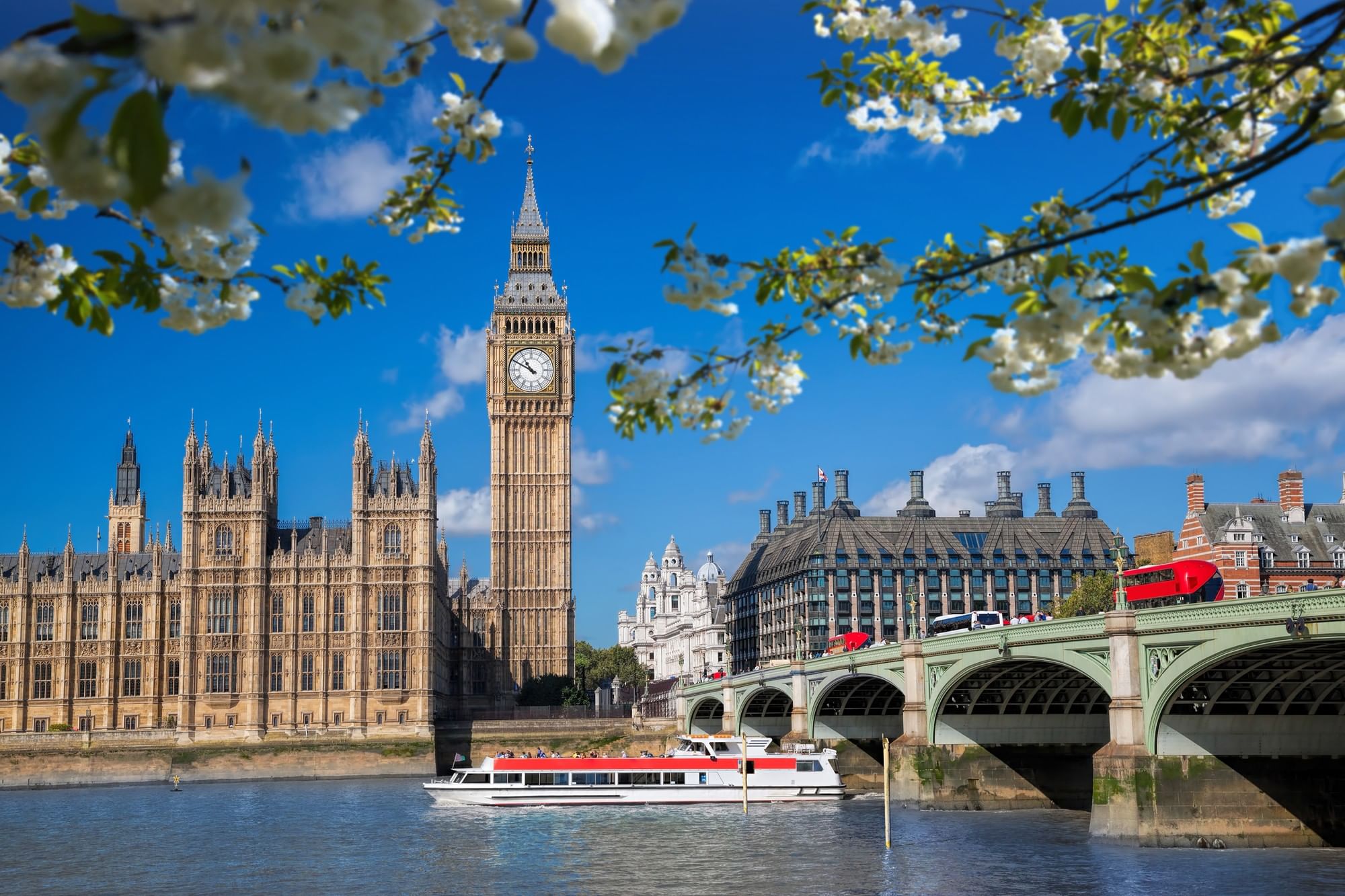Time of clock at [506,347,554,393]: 10:49
